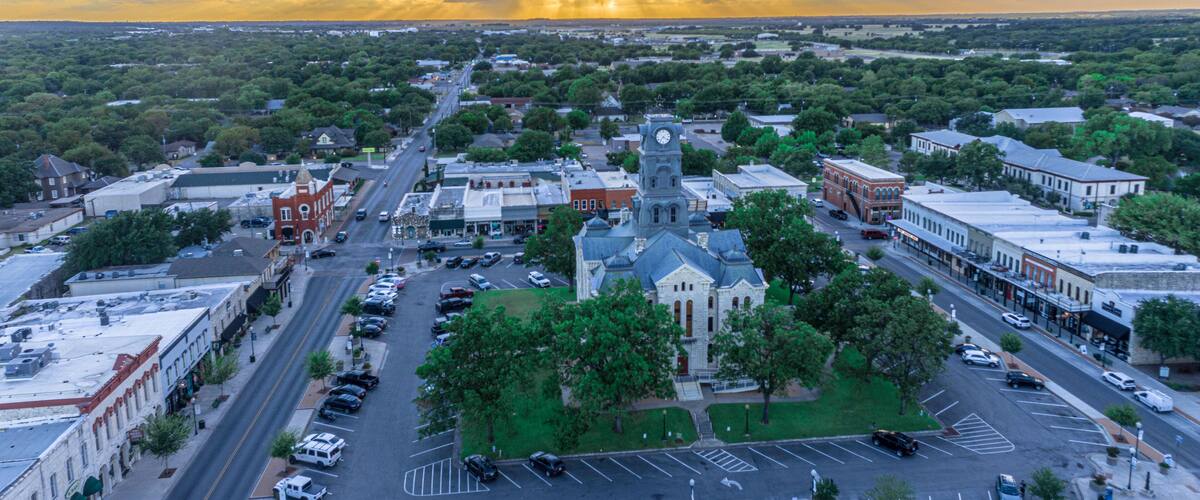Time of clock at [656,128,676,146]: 7:20
